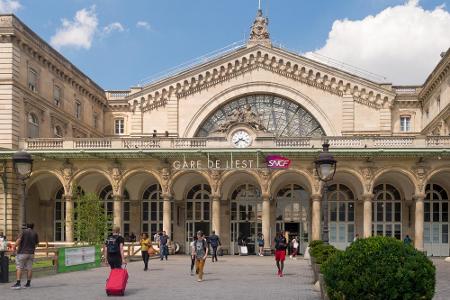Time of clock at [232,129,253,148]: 3:37
